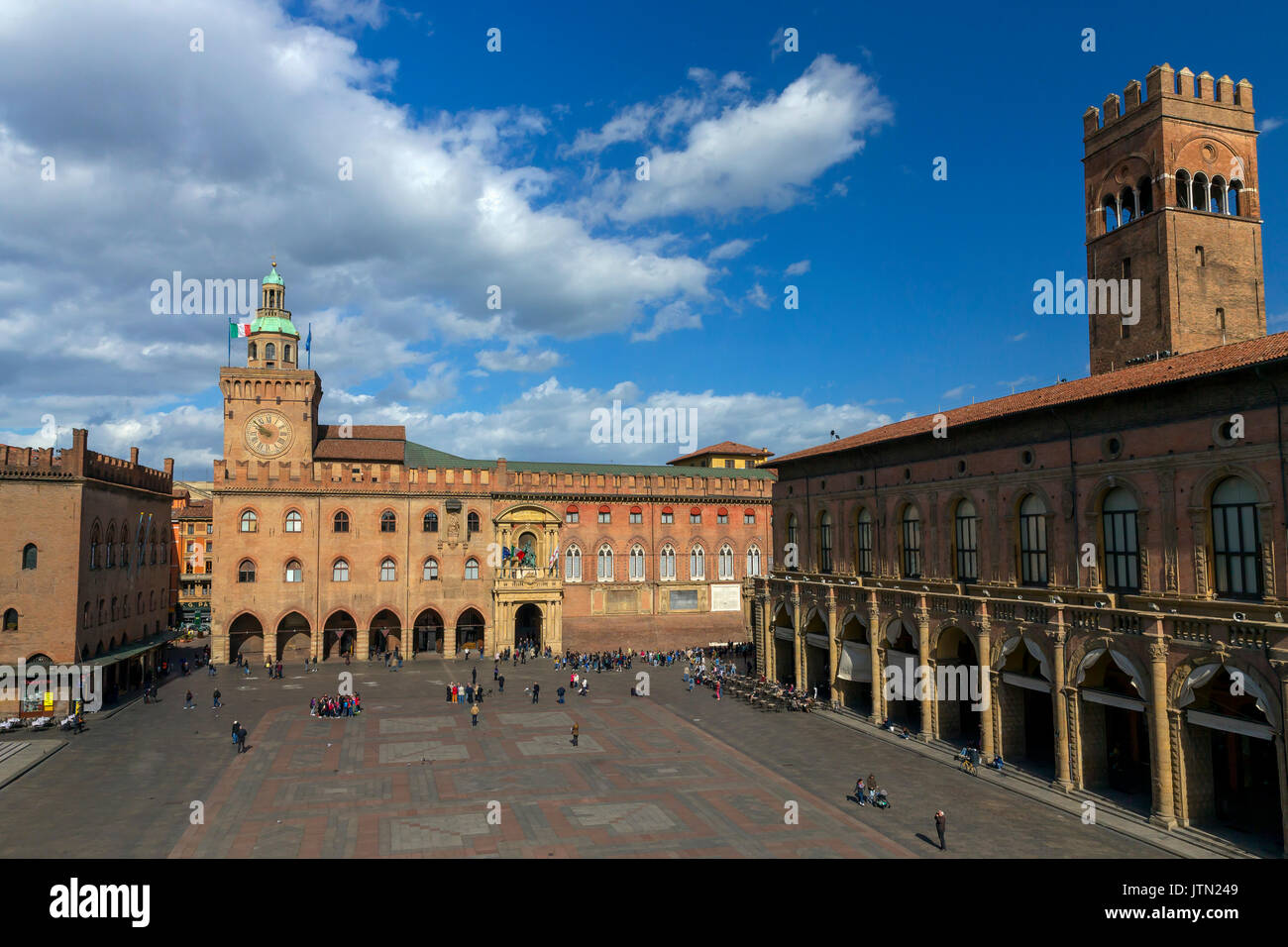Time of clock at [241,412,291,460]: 9:51
